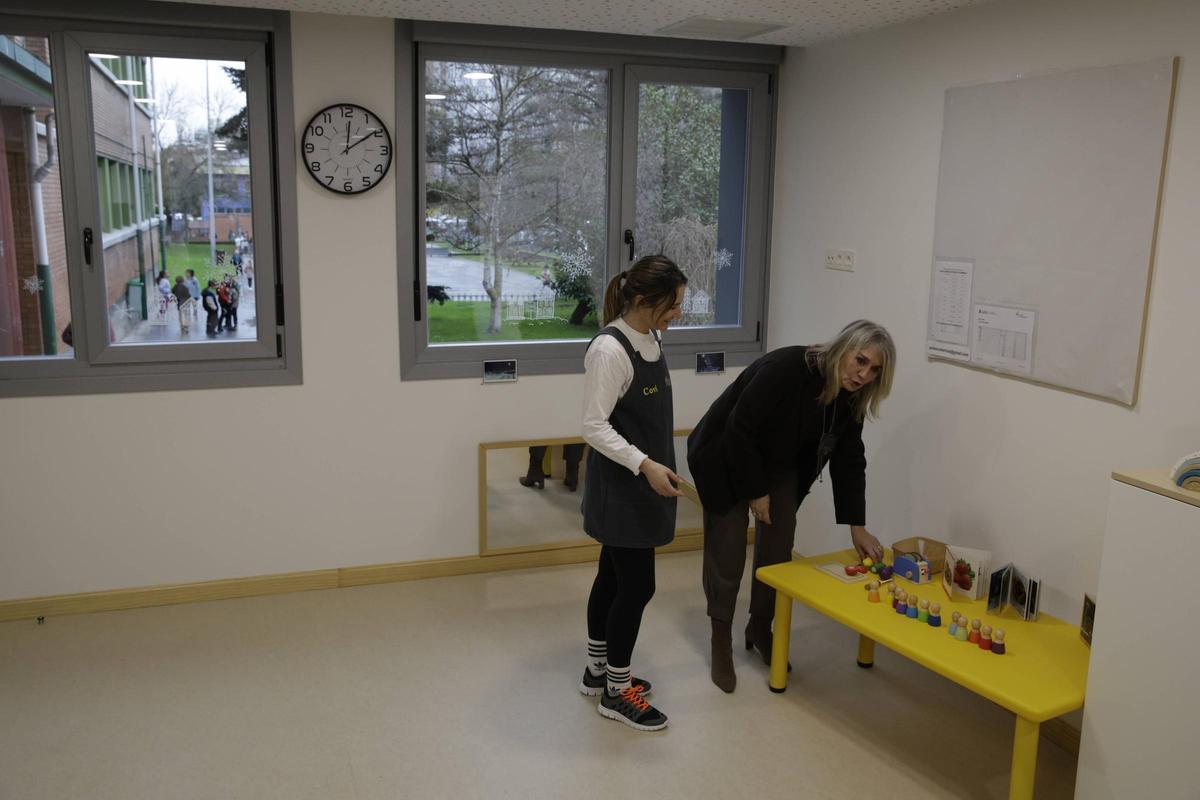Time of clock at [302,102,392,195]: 12:09
